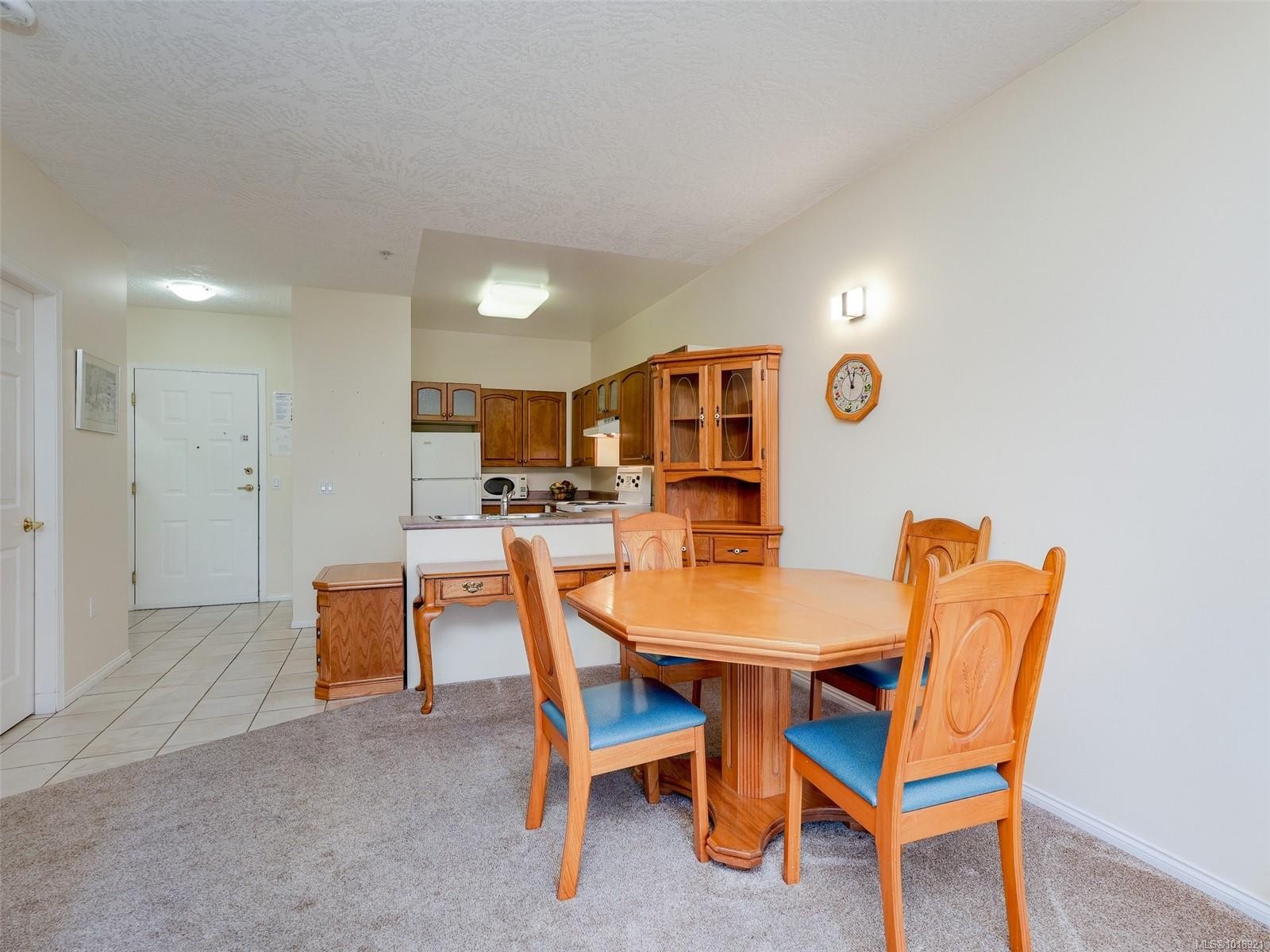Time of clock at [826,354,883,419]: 11:55
